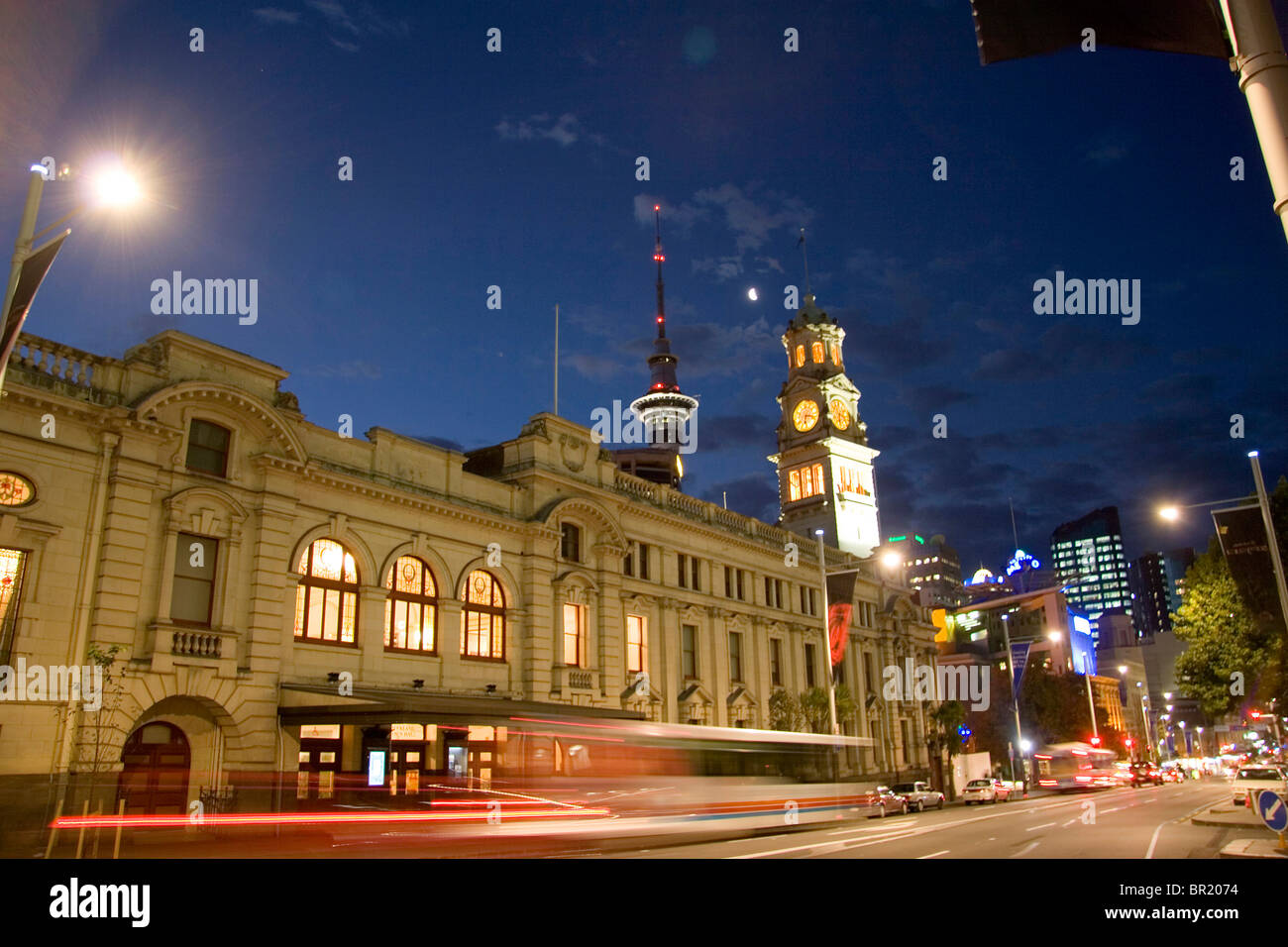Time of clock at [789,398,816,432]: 6:15
